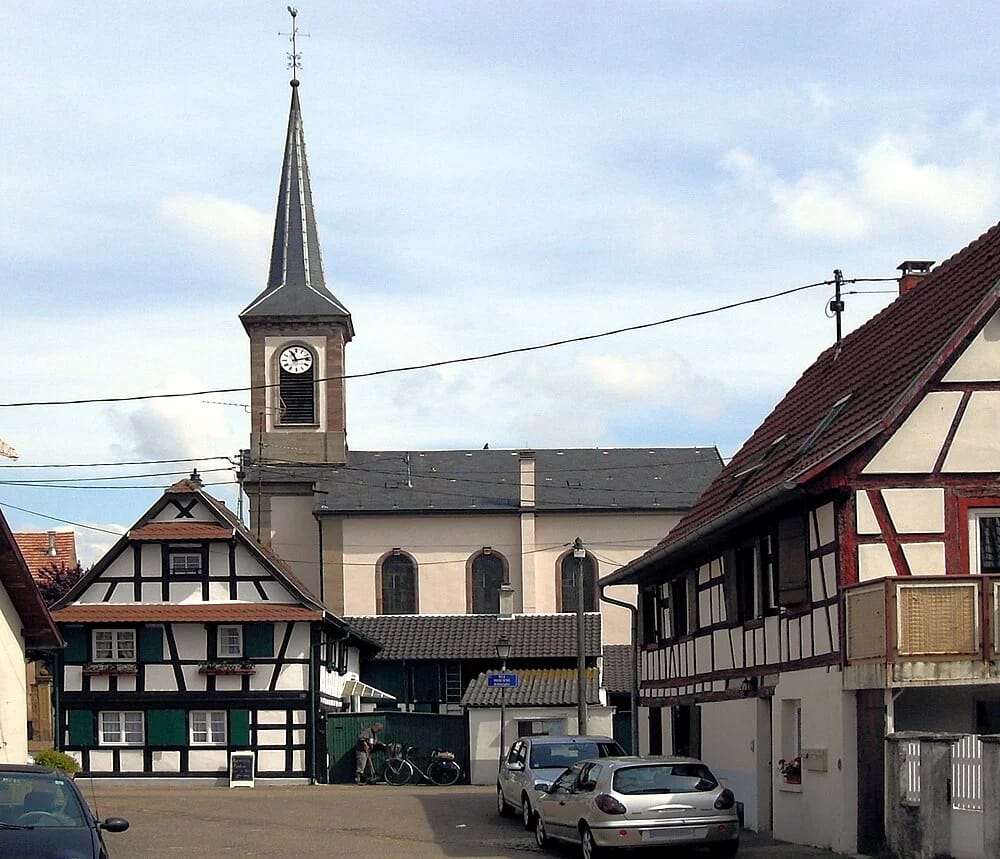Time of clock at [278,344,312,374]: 11:13
